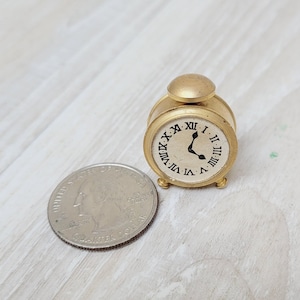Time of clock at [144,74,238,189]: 4:02
